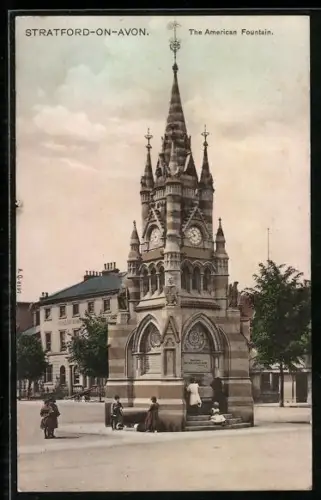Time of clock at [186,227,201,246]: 10:41
